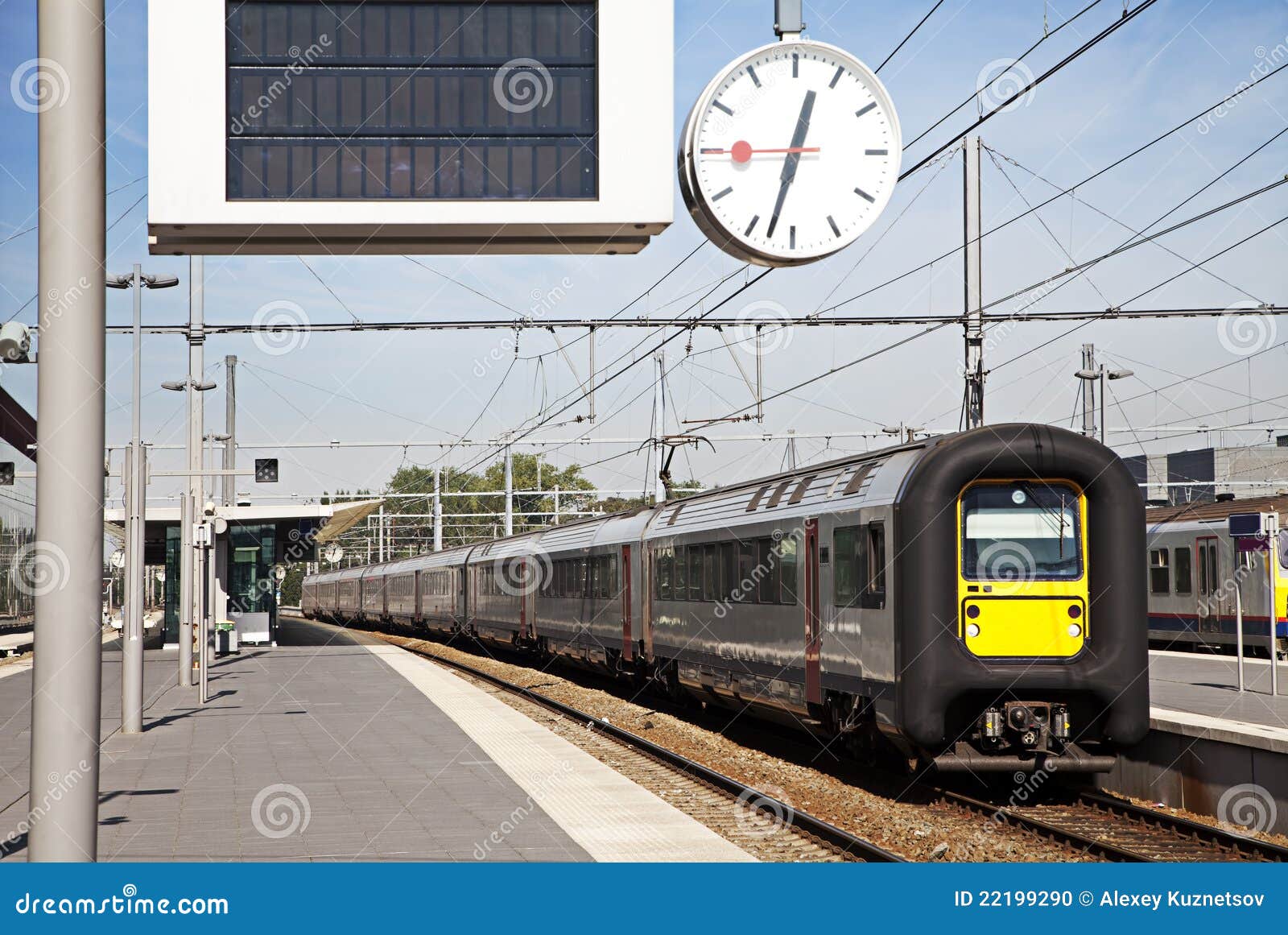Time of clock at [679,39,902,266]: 12:32
